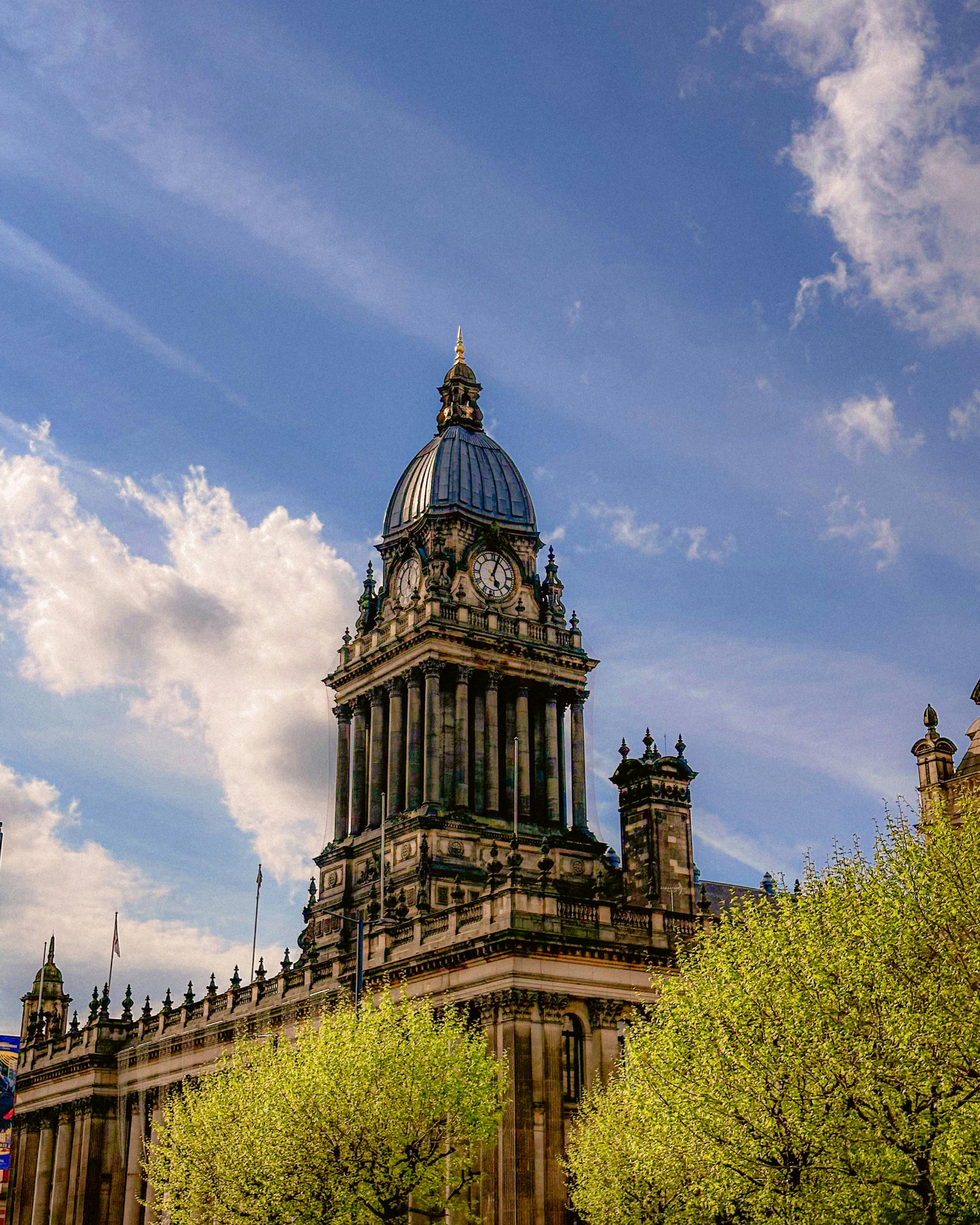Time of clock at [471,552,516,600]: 5:03
